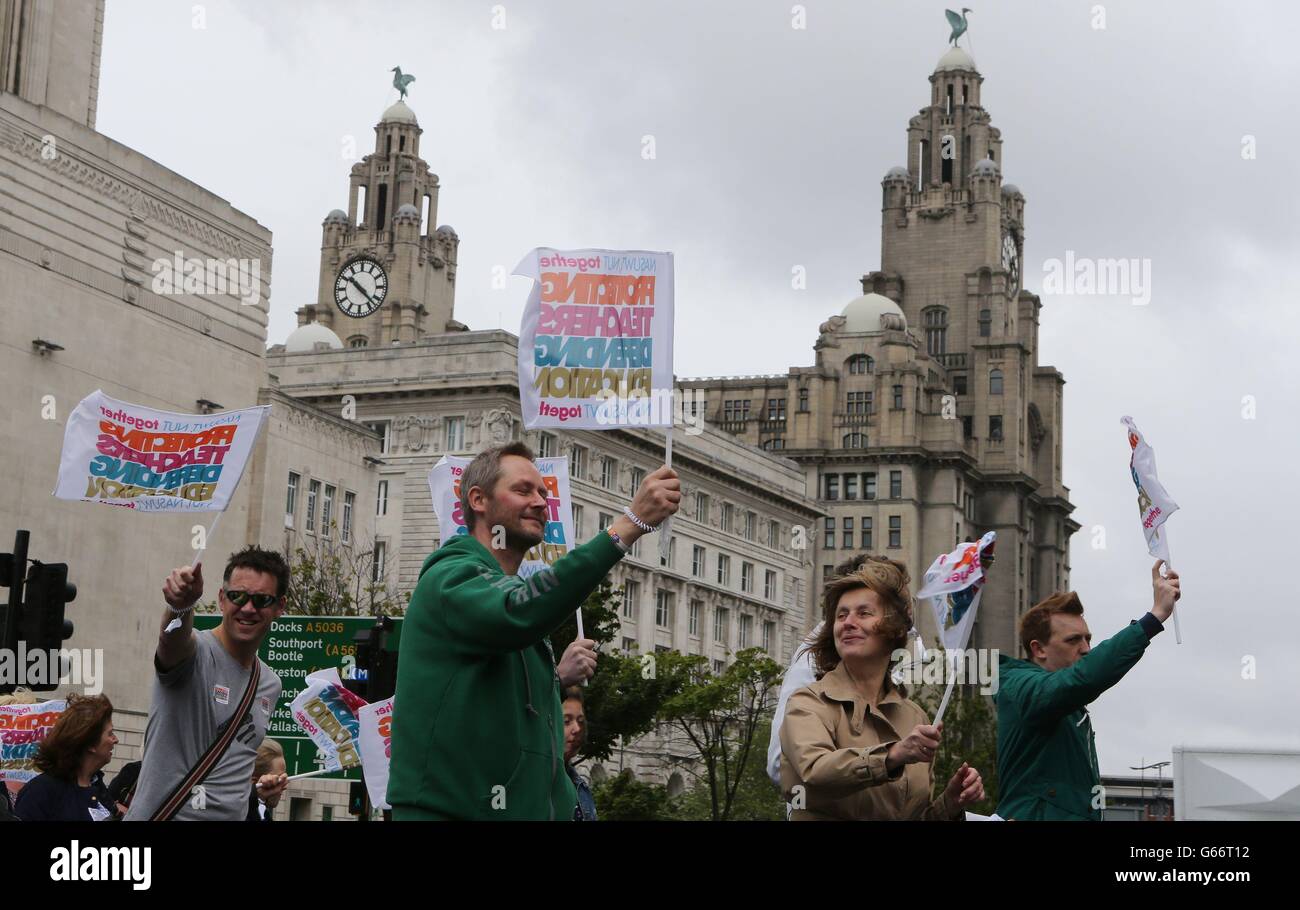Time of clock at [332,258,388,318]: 10:22
